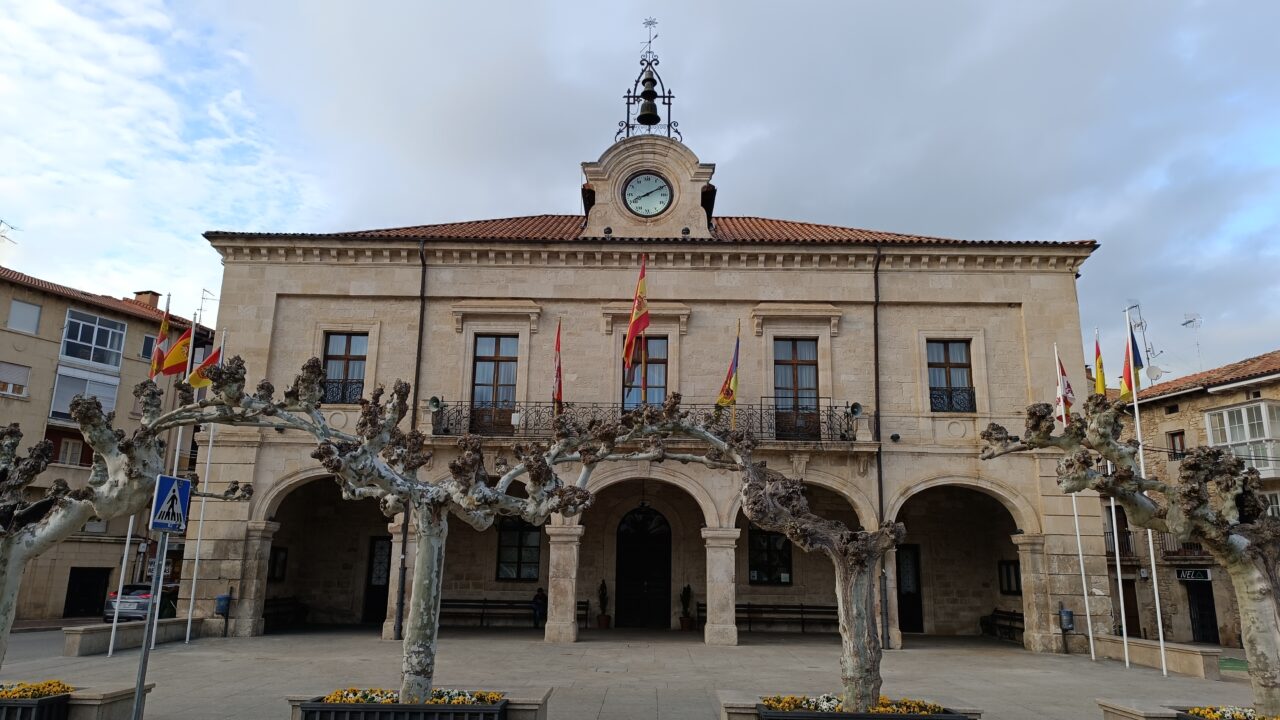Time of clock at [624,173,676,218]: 8:10
